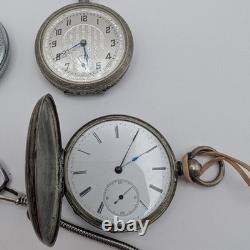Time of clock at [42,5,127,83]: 5:40
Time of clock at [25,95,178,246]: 2:04
